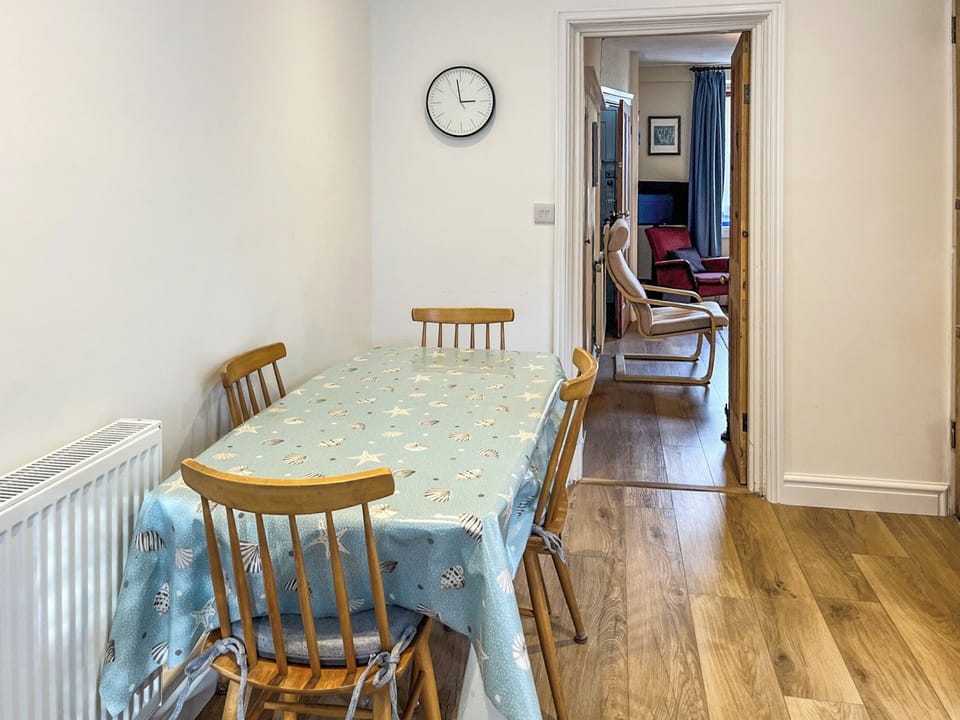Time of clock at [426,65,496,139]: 2:58
